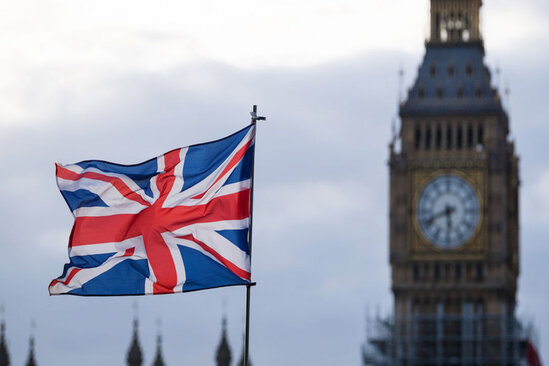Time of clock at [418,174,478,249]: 5:41
